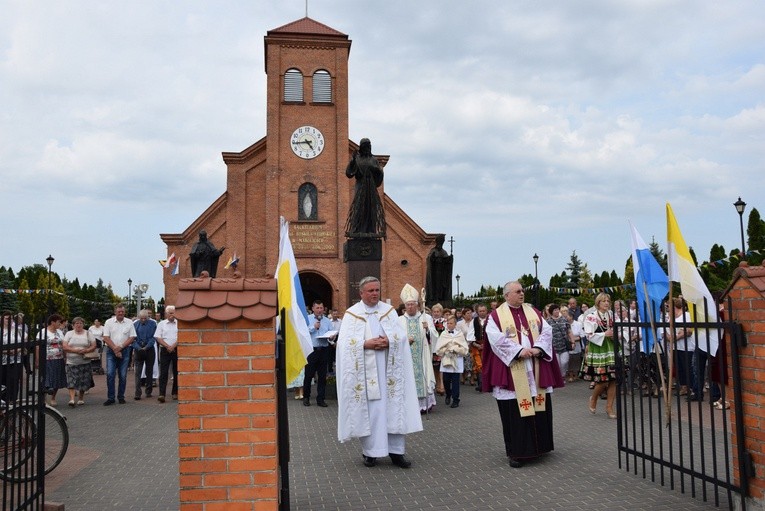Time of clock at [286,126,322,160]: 4:44
